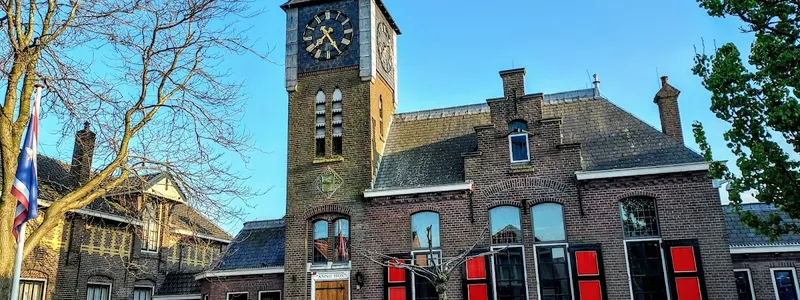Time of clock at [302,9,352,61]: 7:24
